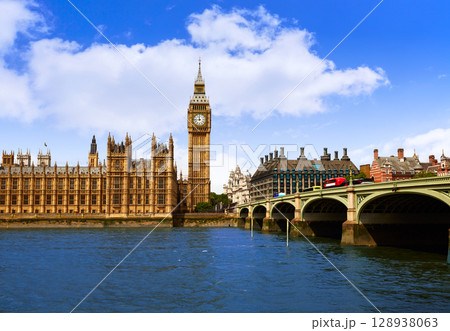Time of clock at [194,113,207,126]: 11:44
